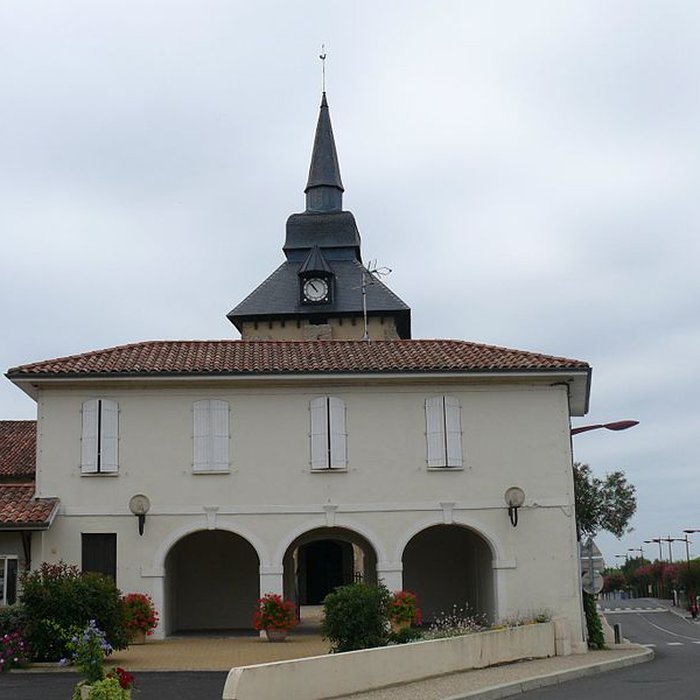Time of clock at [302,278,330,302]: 10:53
